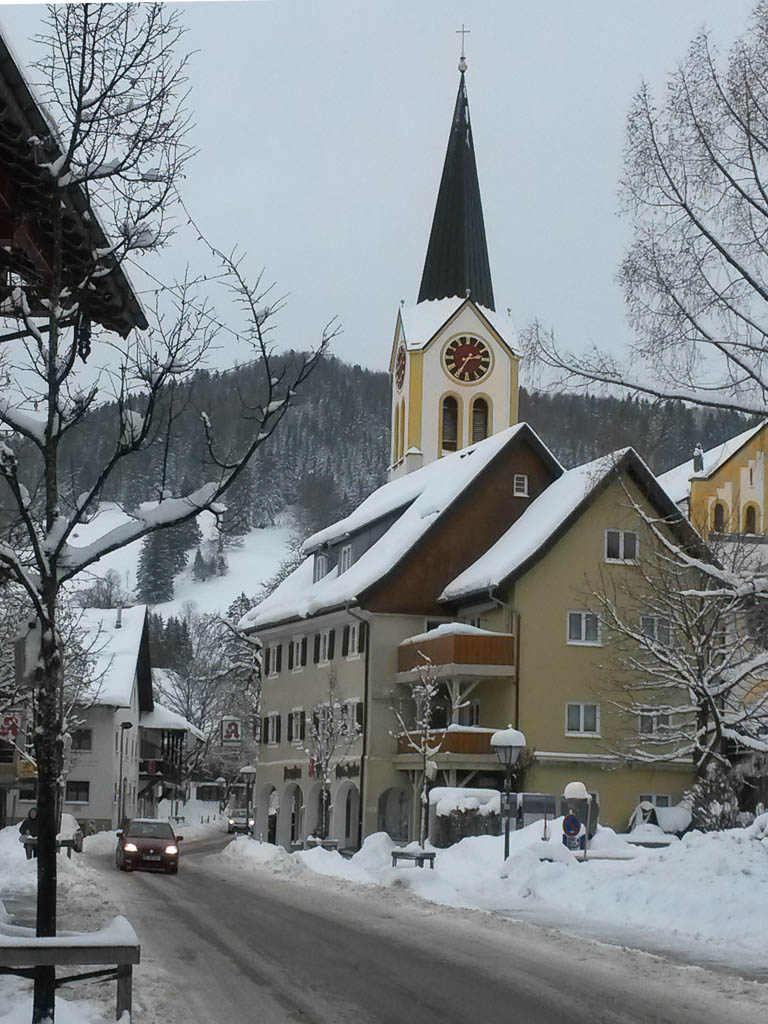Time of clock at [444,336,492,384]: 2:35
